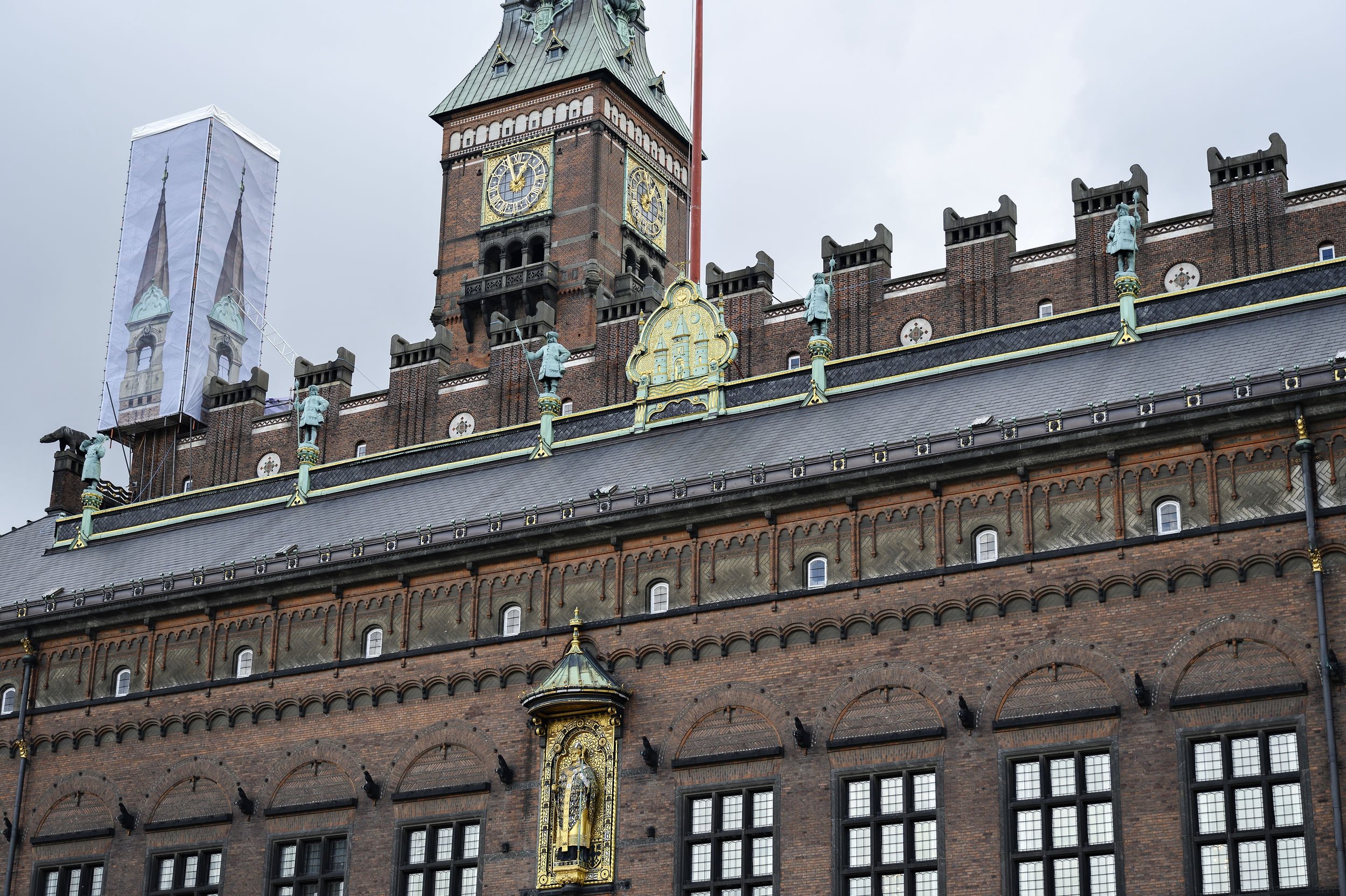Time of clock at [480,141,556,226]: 12:57
